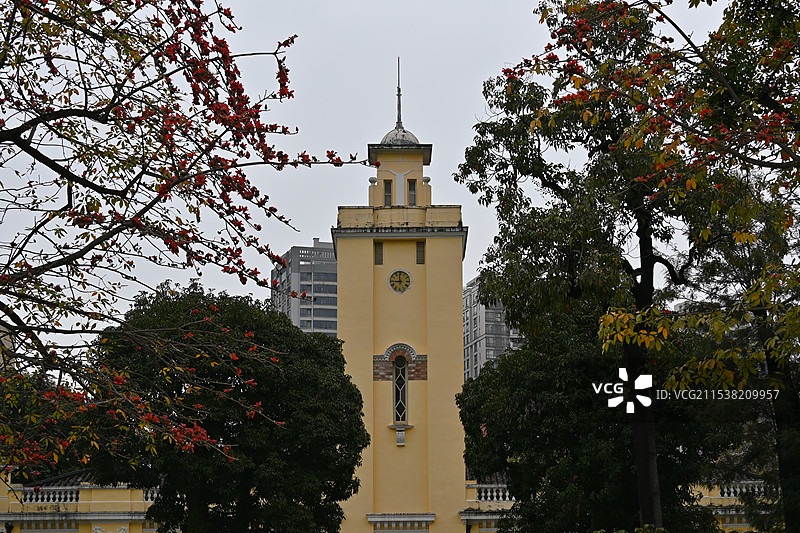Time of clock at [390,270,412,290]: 11:44
